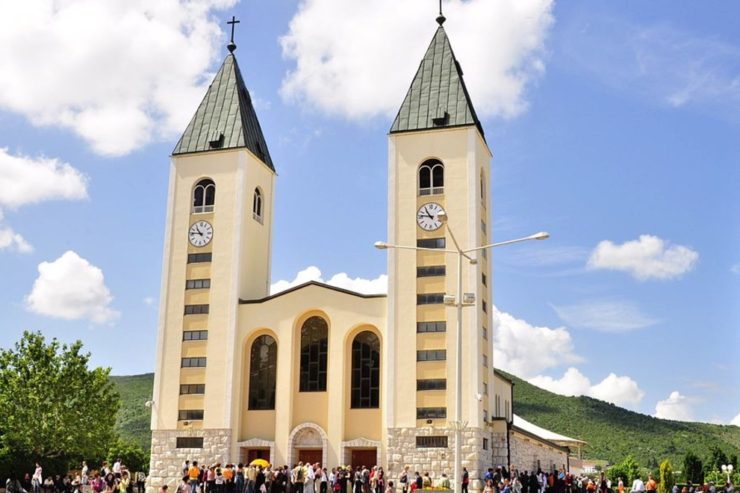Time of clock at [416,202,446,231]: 10:46
